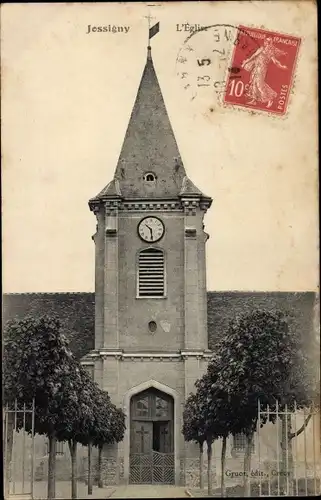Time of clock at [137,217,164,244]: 10:28
